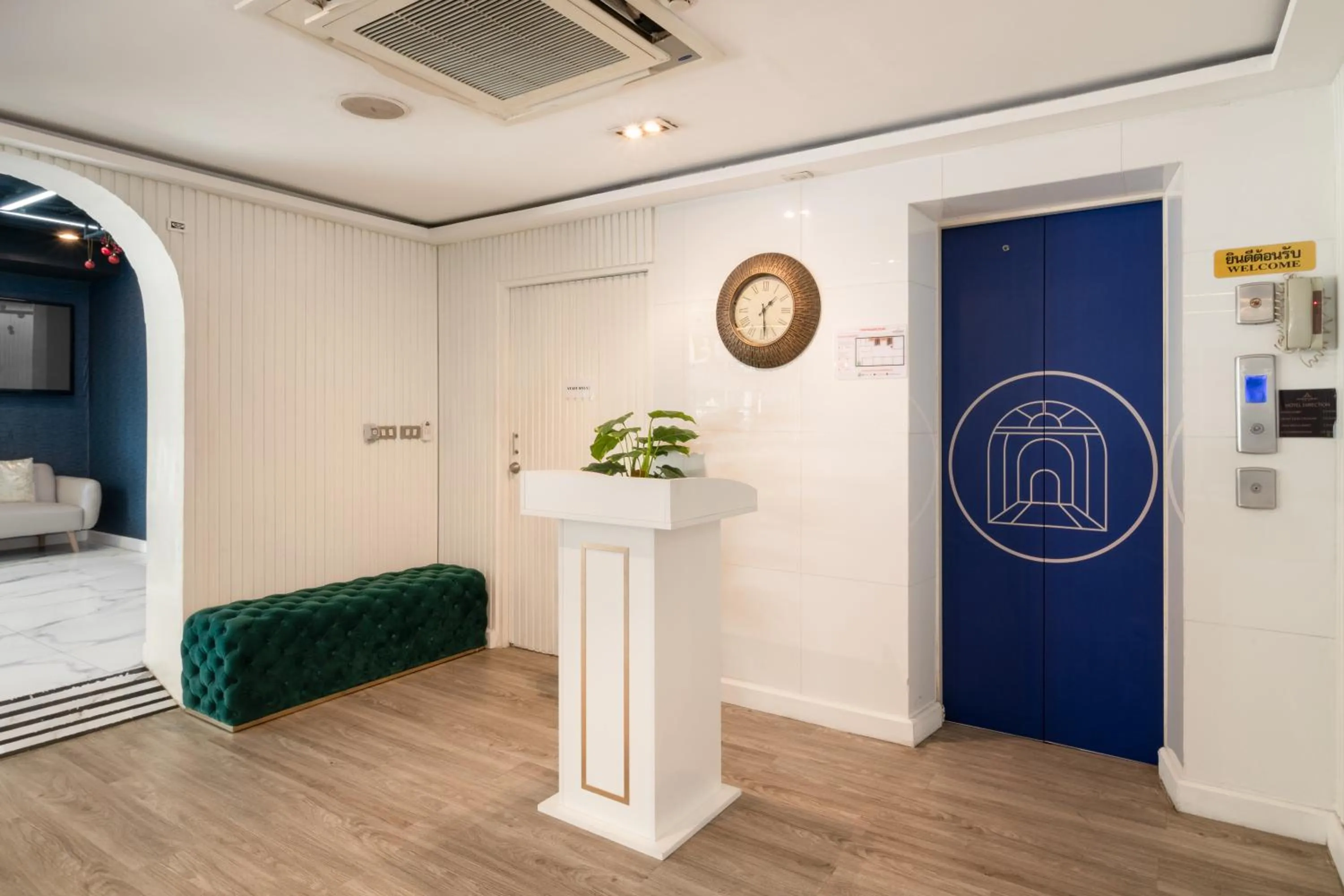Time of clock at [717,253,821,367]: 1:28
